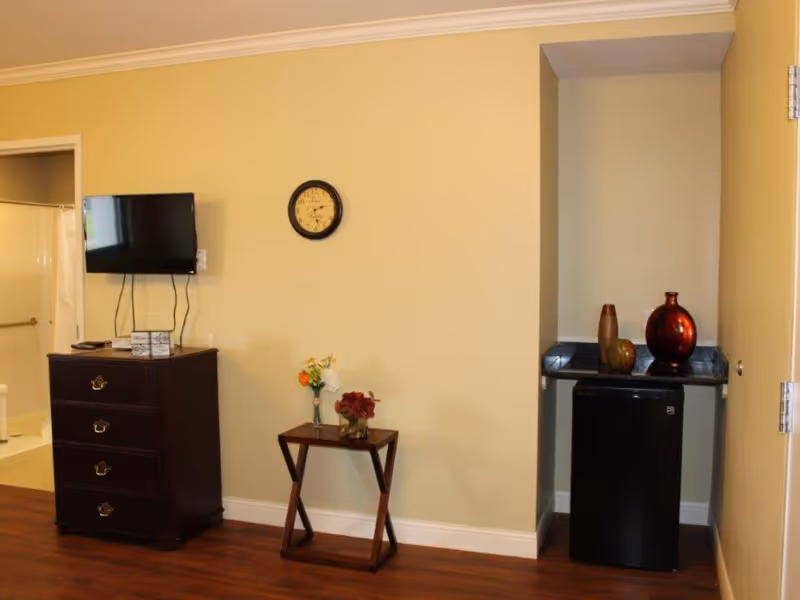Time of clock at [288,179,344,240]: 2:27
